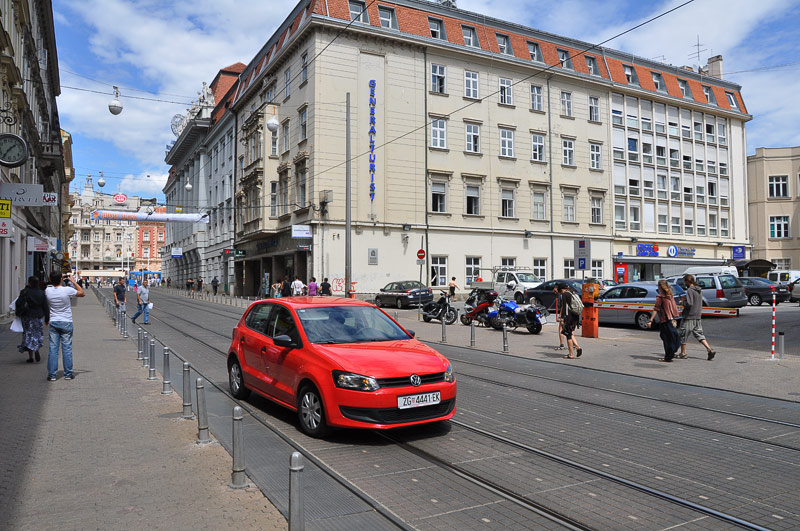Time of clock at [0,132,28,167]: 1:36
